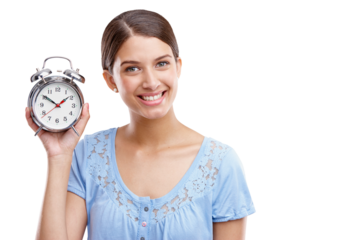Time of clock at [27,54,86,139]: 1:50
